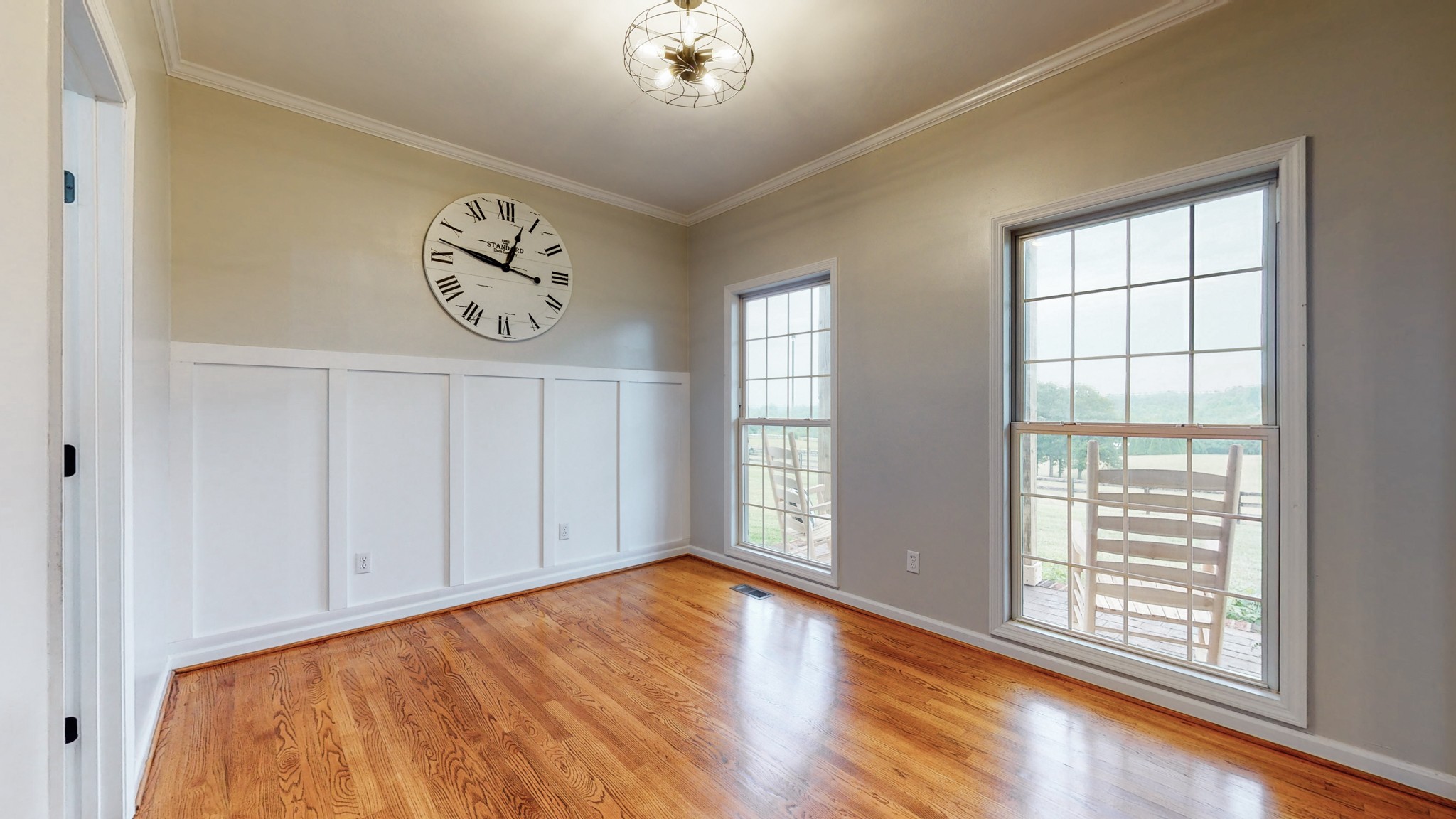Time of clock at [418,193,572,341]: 12:47
